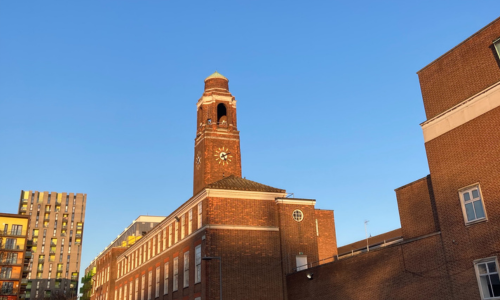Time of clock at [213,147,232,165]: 5:11
